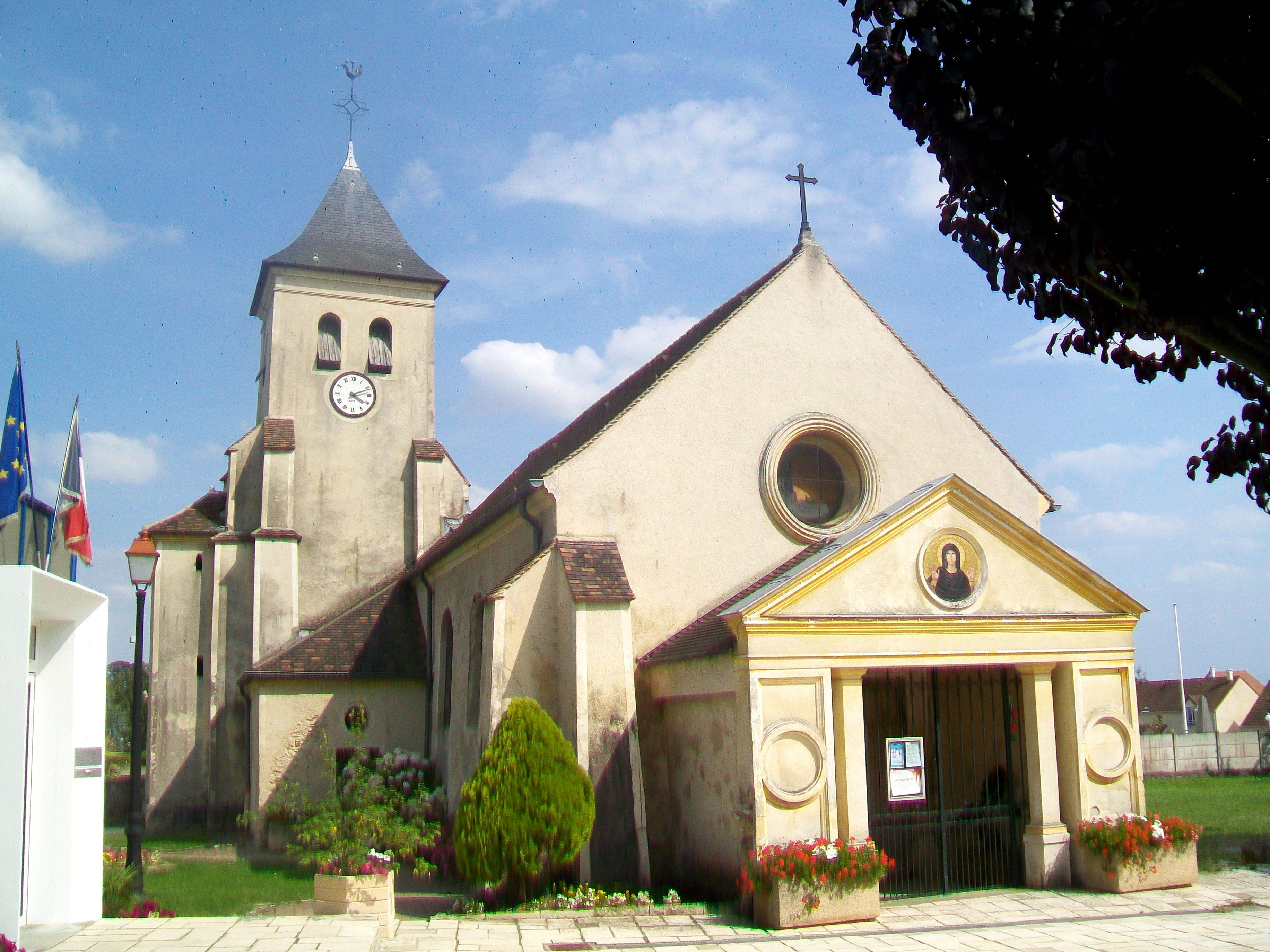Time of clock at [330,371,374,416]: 4:11
